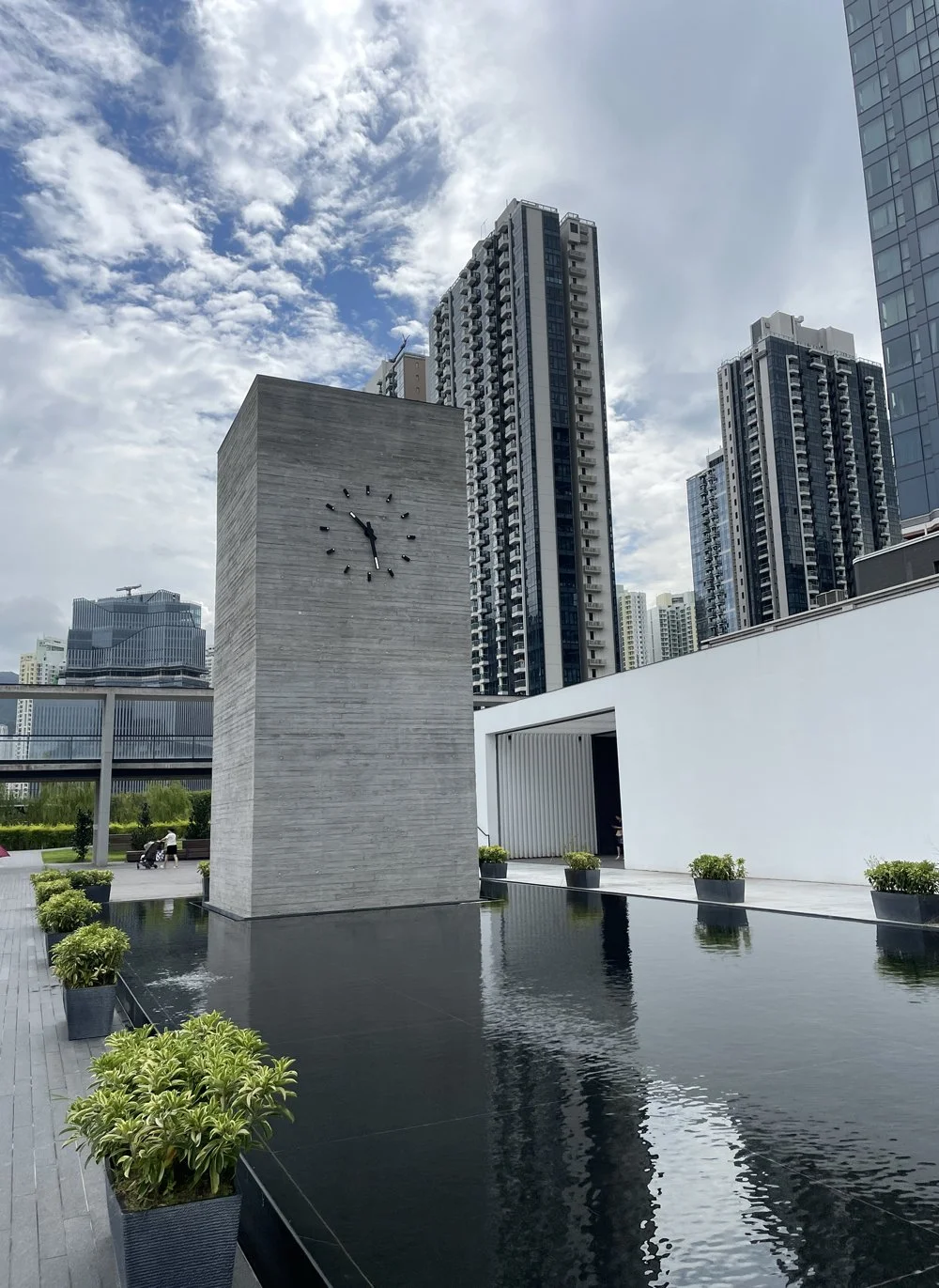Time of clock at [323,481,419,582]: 10:28
